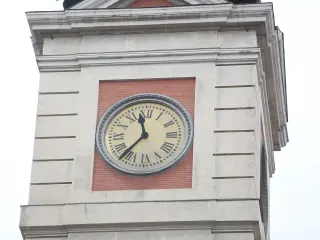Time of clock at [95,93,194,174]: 11:36
